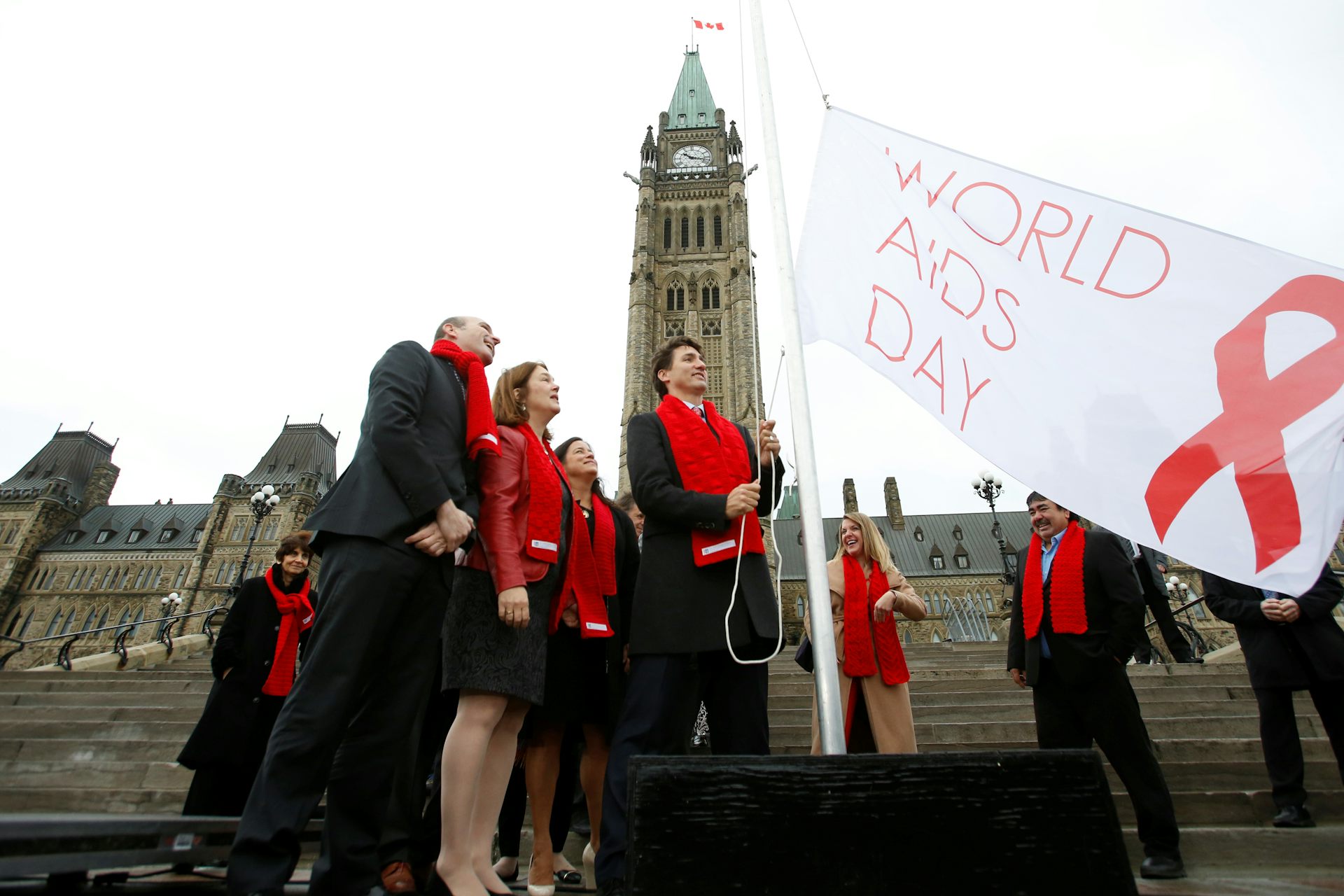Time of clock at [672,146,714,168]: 10:17
